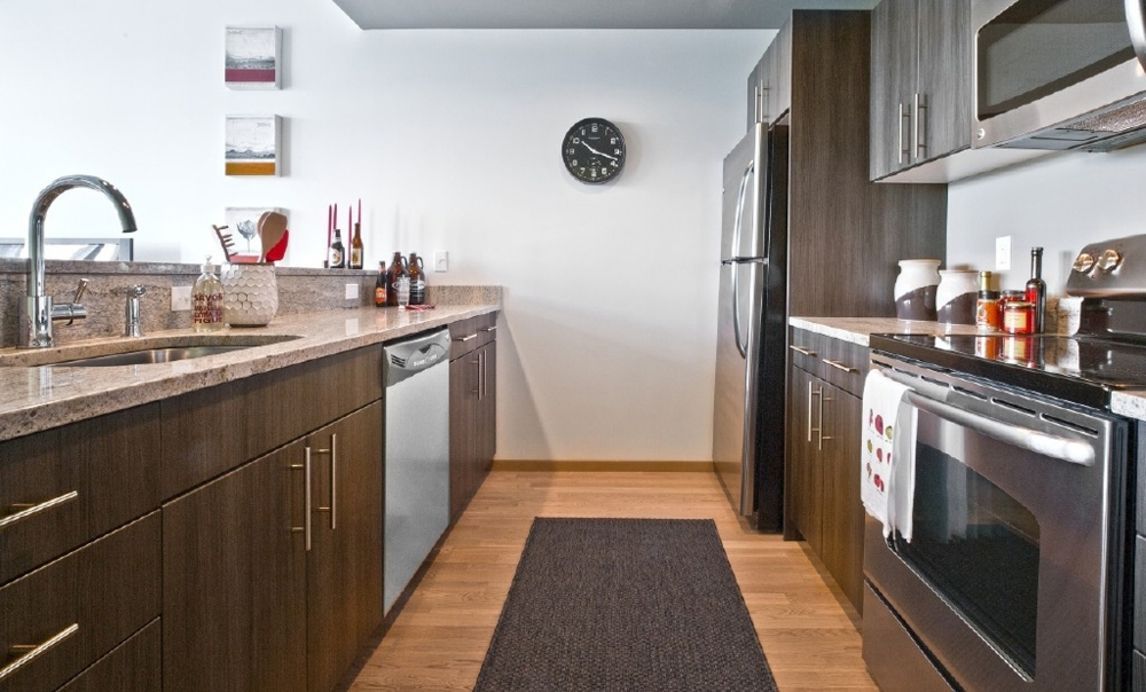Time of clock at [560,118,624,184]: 10:18
